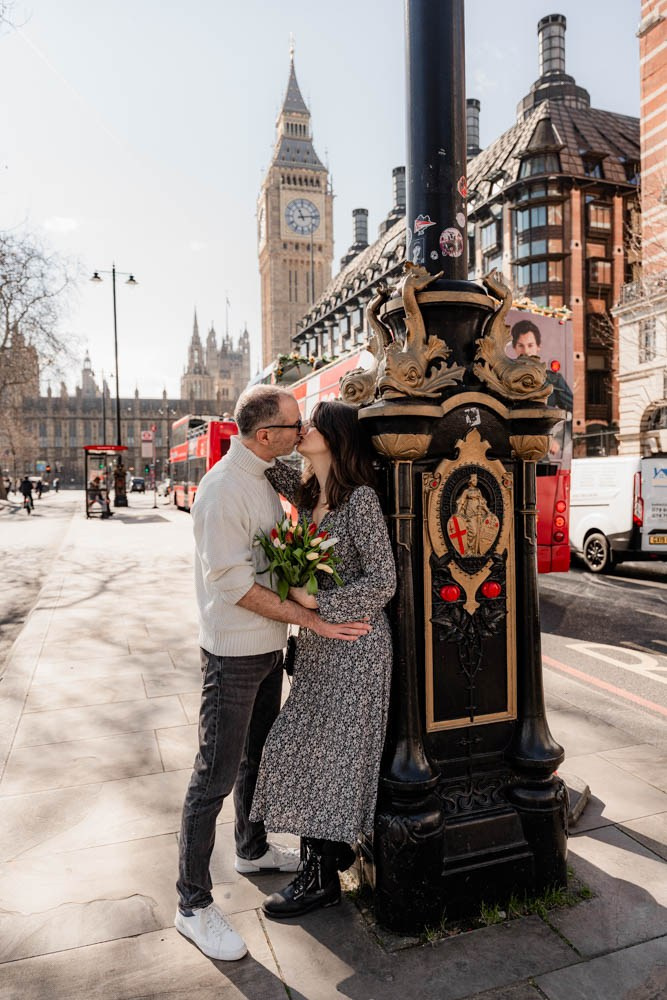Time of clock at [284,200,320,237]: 11:13
